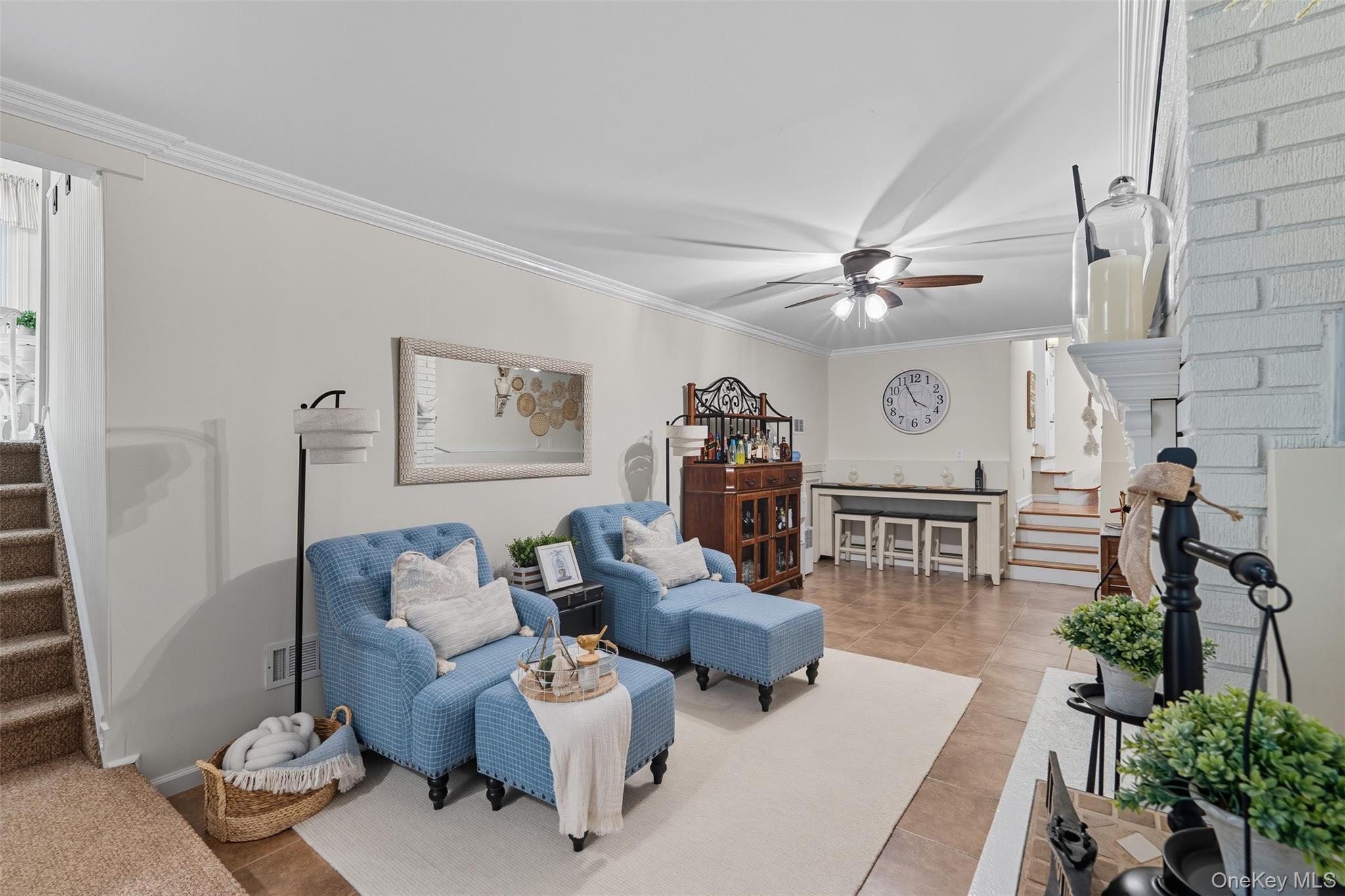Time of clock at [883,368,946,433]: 3:55
